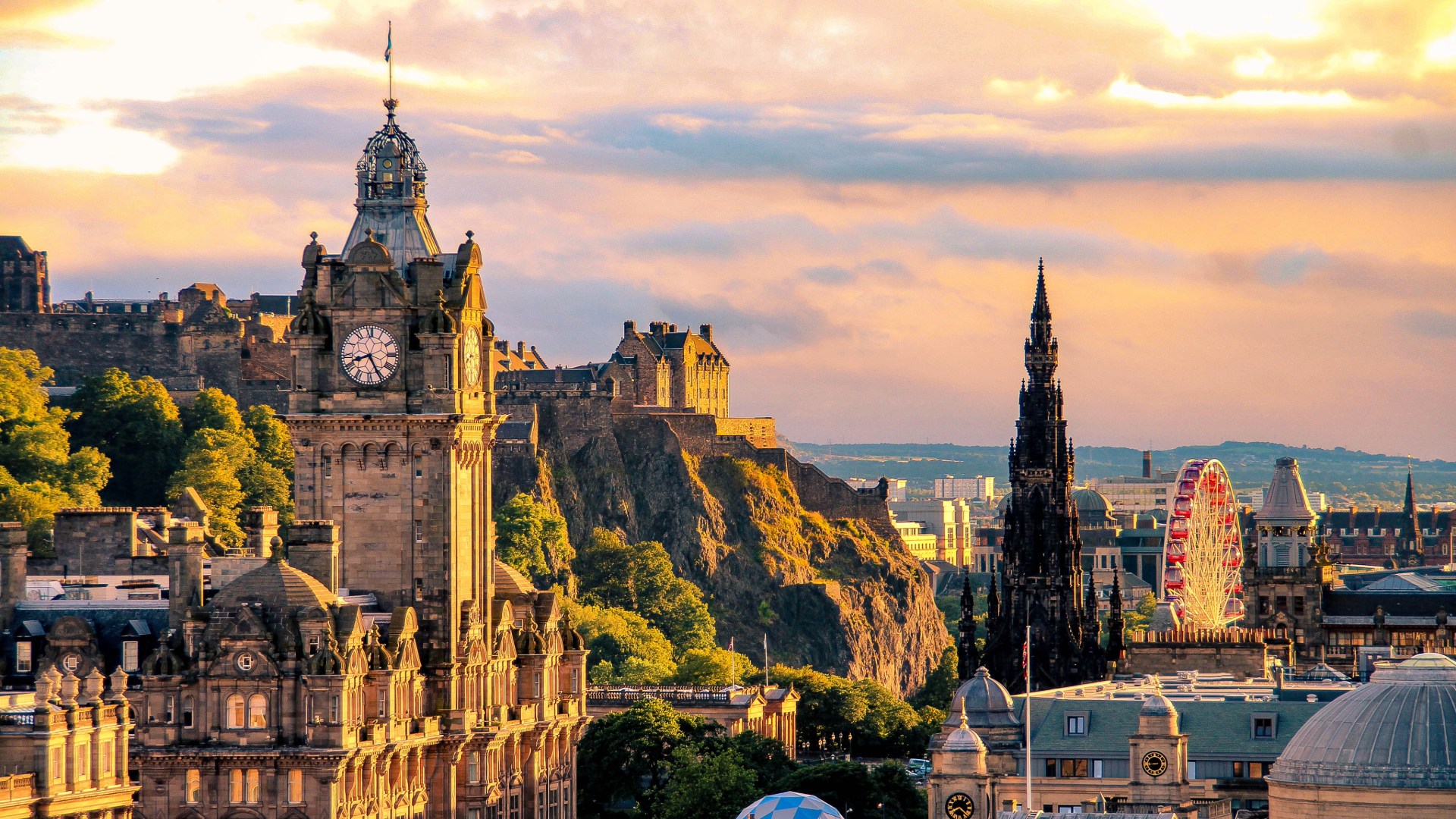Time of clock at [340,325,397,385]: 8:25
